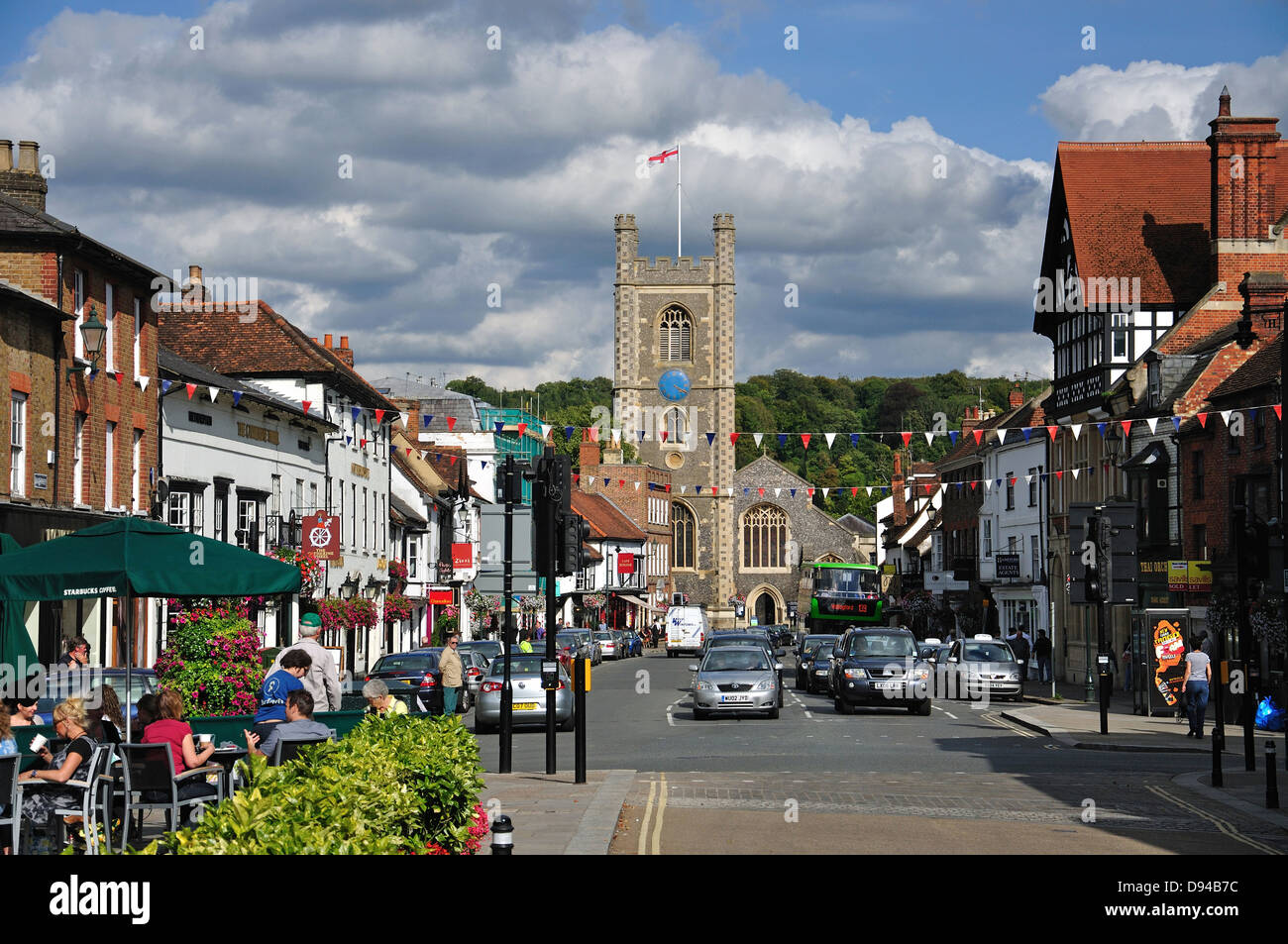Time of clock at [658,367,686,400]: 4:20
